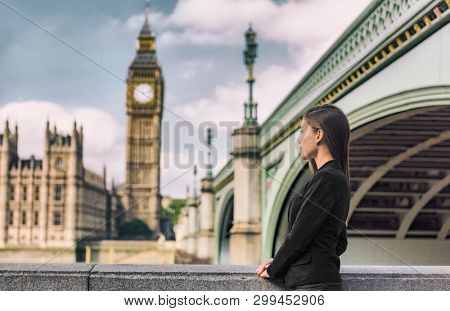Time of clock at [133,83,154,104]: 4:12
